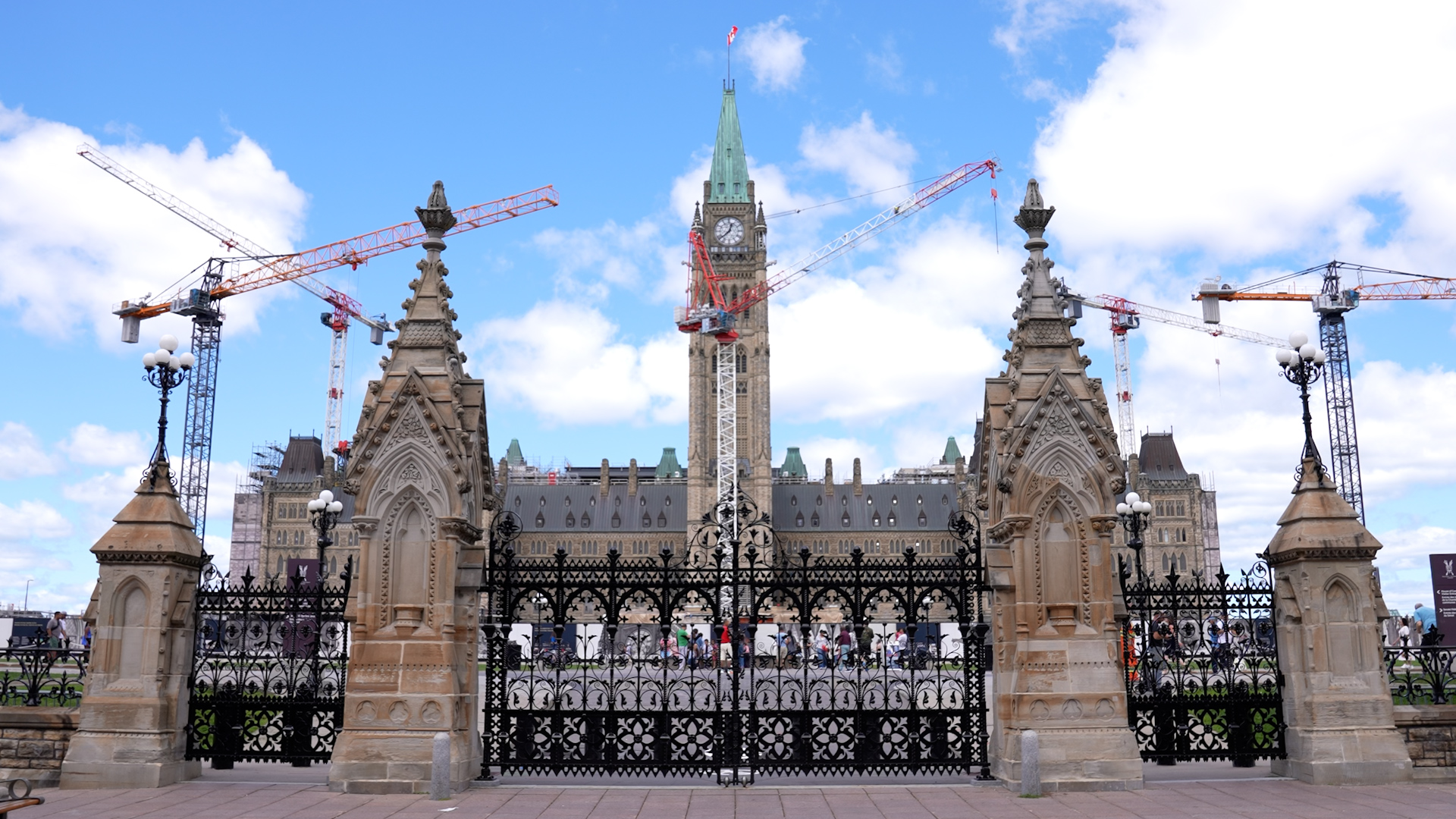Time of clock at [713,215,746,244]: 12:38
